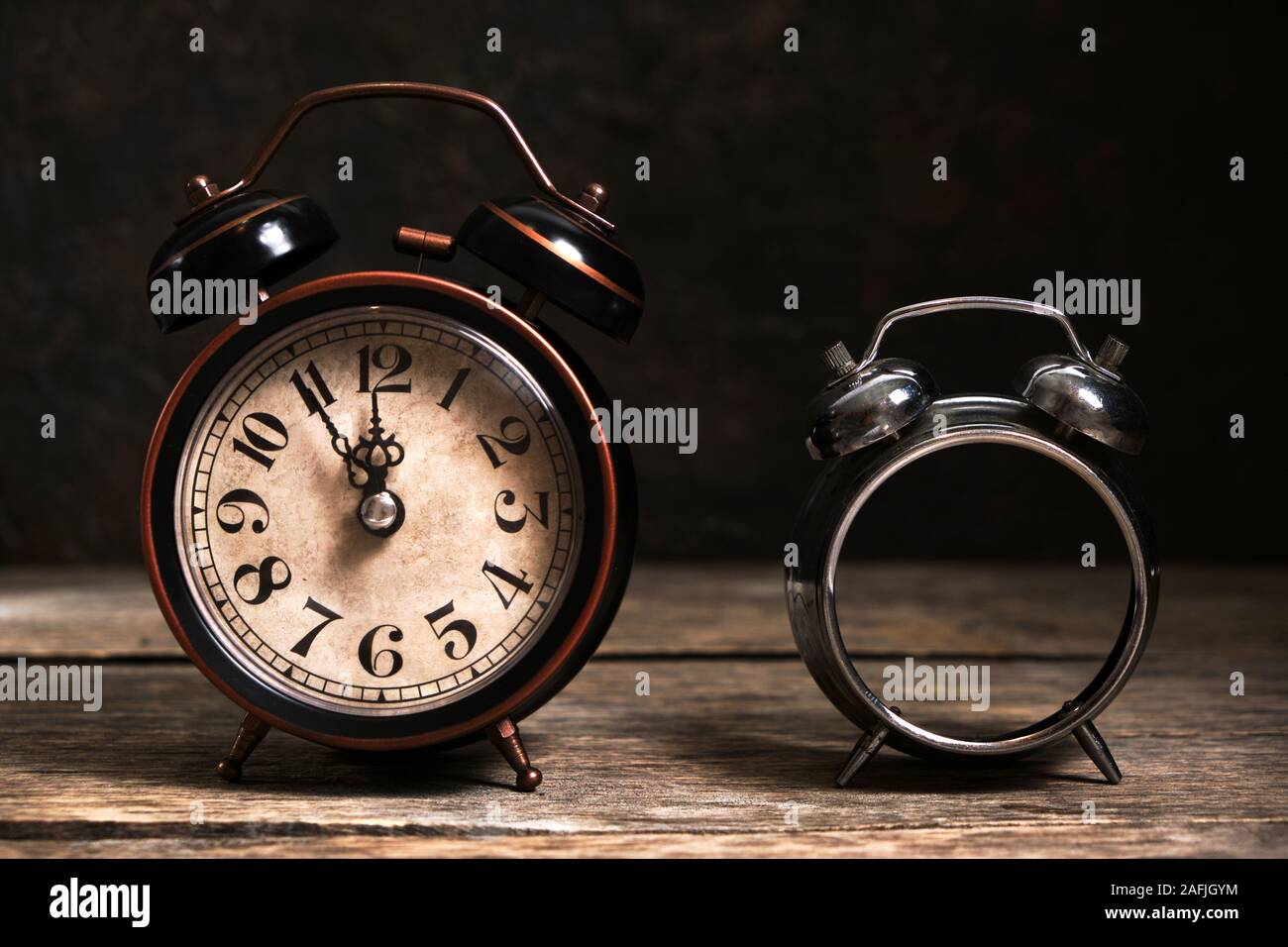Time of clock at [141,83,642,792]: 11:54
